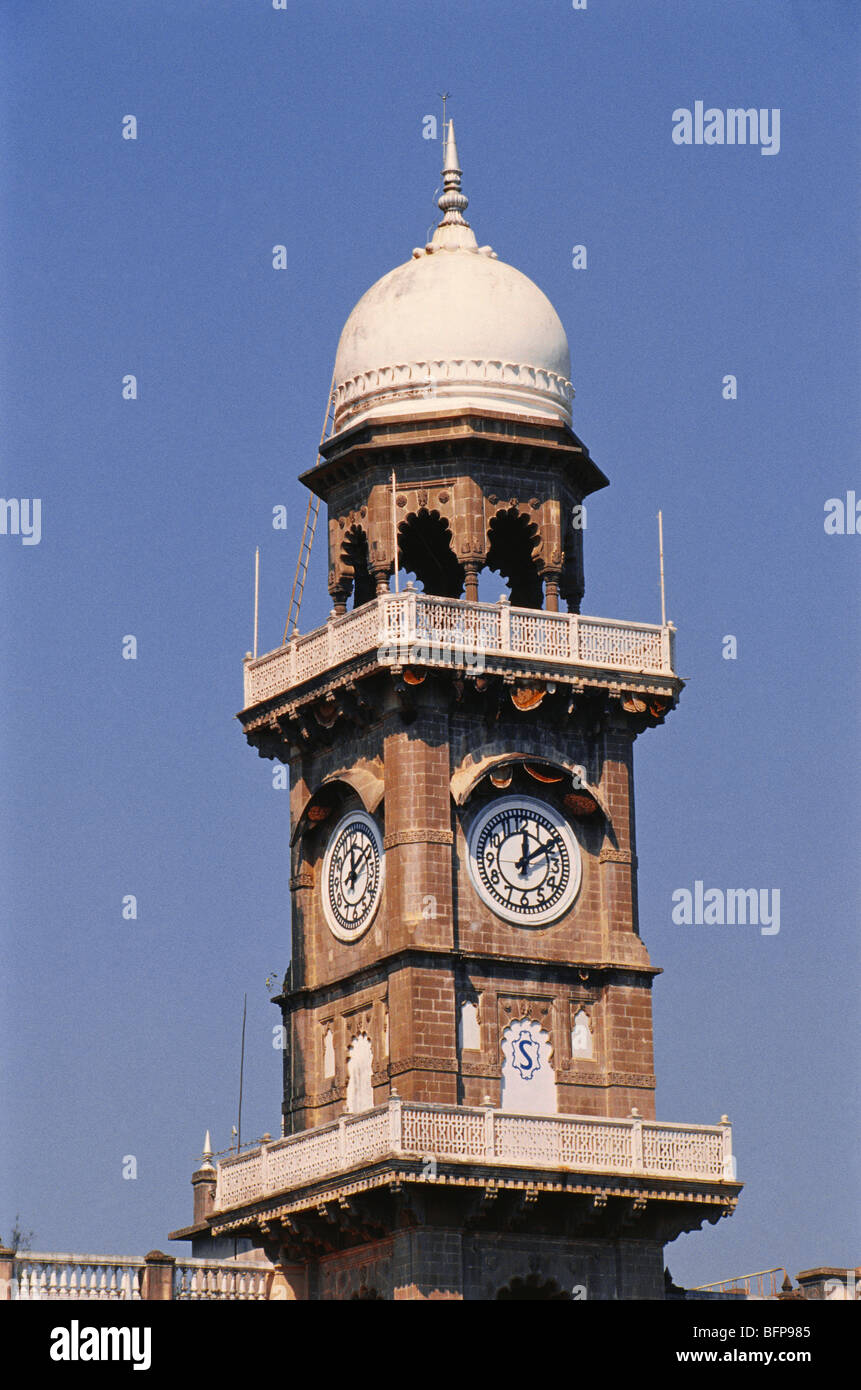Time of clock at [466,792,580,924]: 12:09
